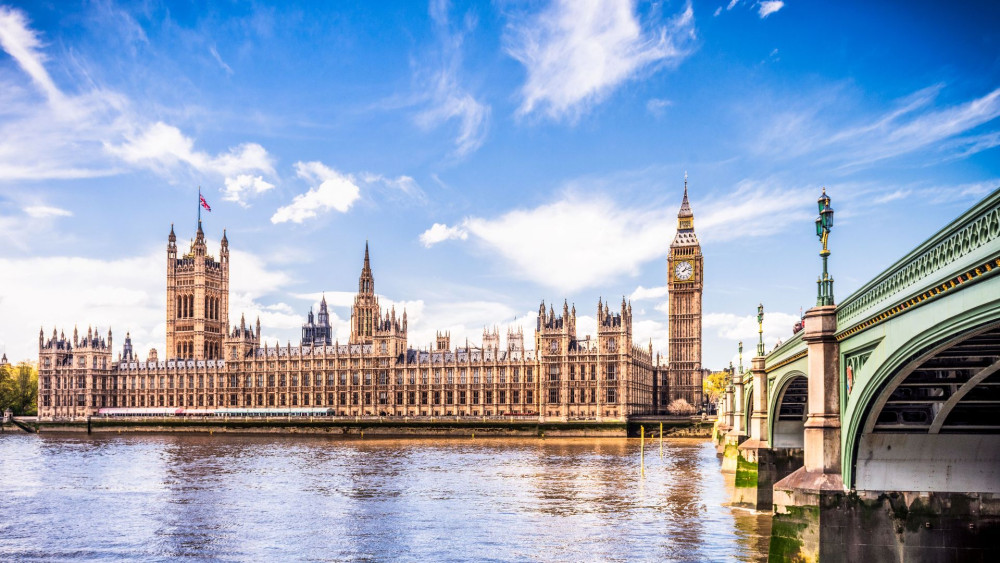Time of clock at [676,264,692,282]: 1:11
